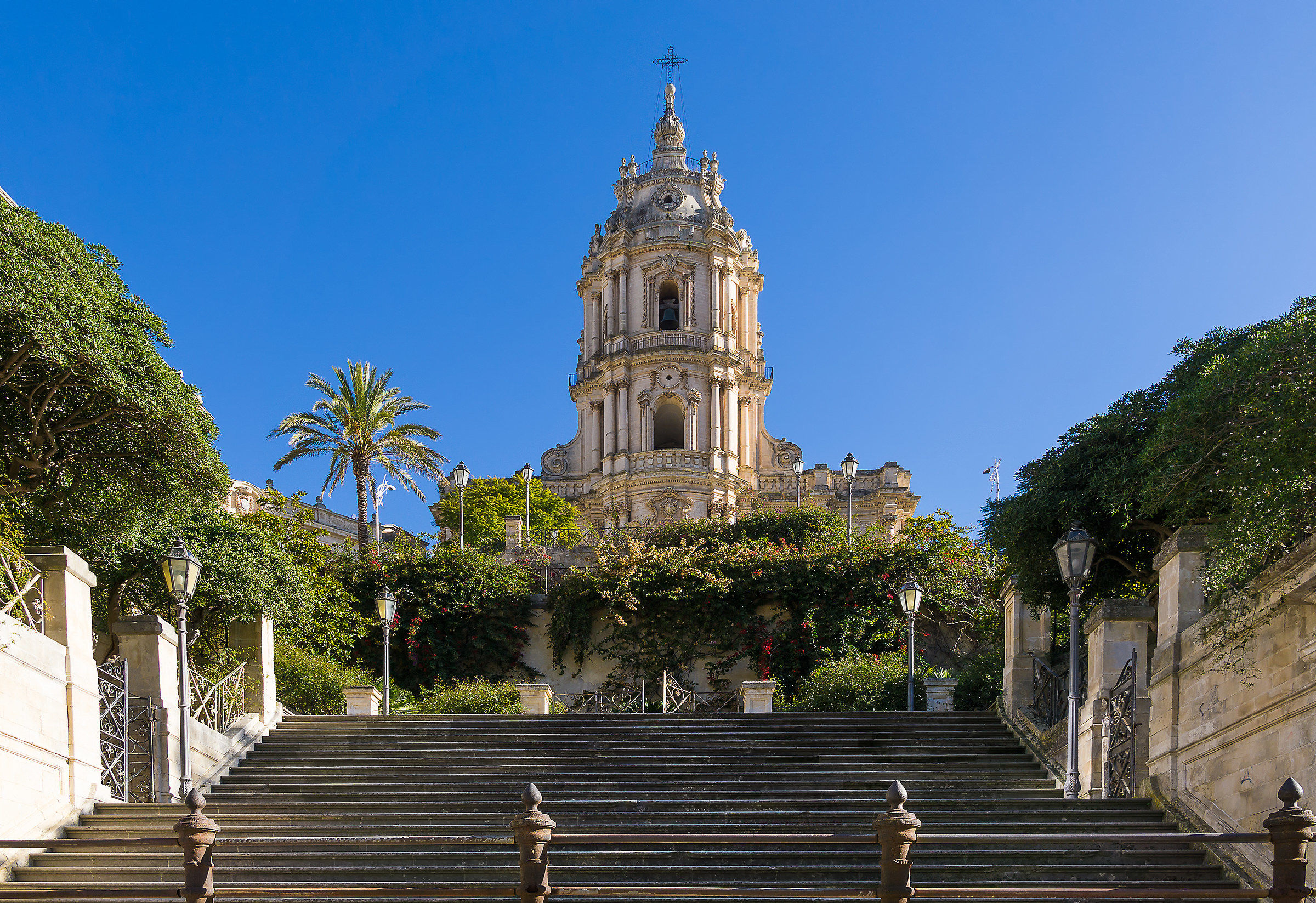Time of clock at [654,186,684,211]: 7:22
